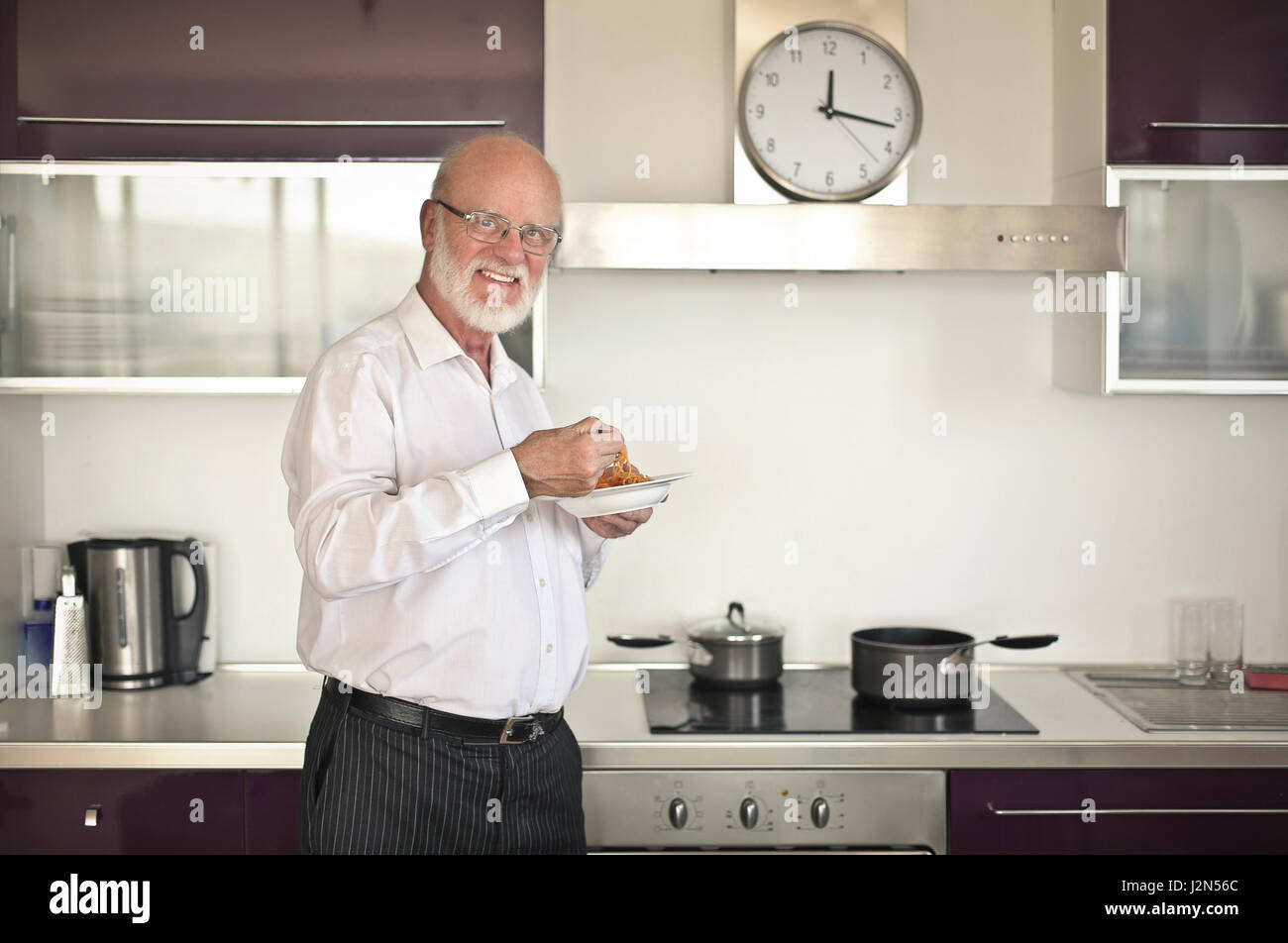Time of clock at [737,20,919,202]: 12:16
